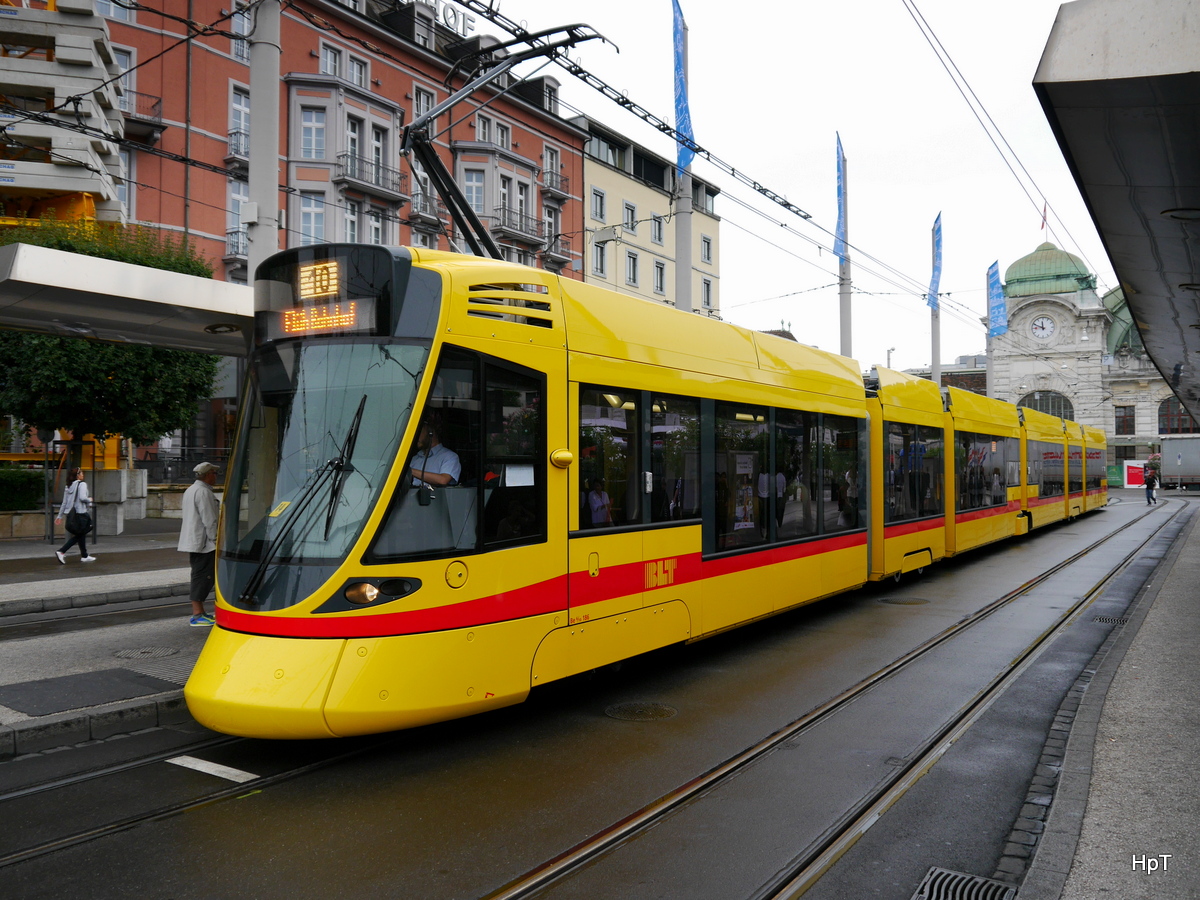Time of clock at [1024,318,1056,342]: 11:48
